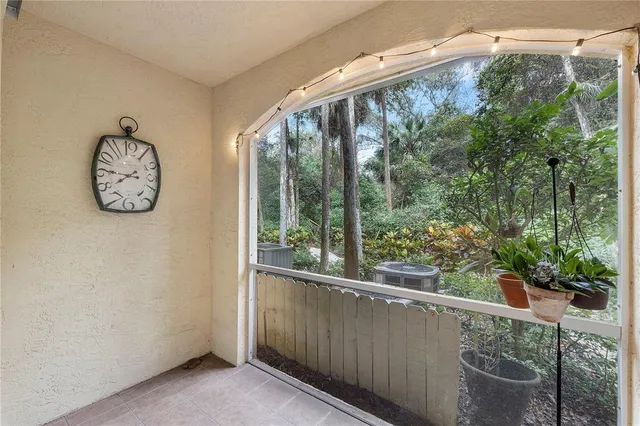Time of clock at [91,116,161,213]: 7:45
